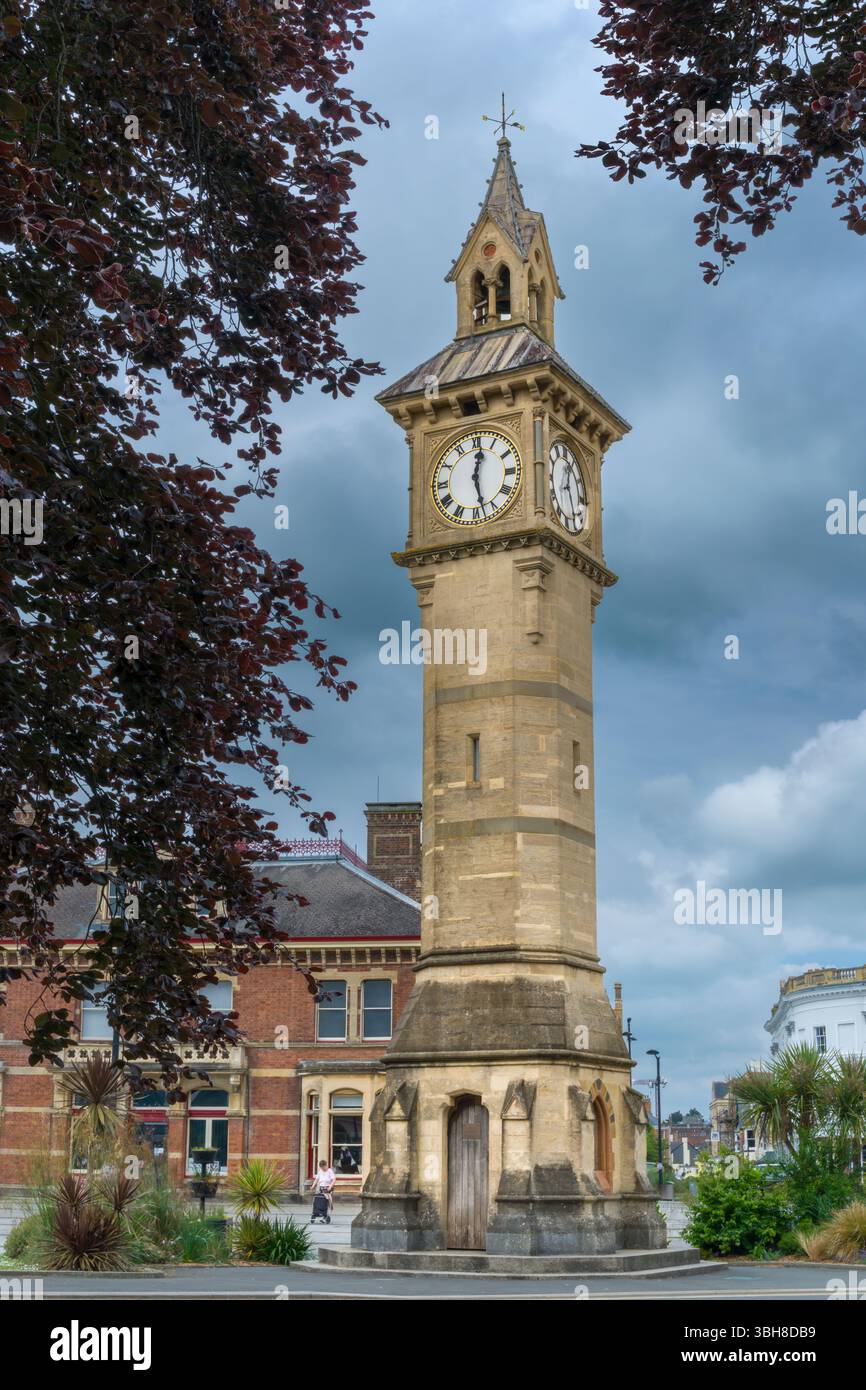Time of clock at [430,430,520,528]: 12:27
